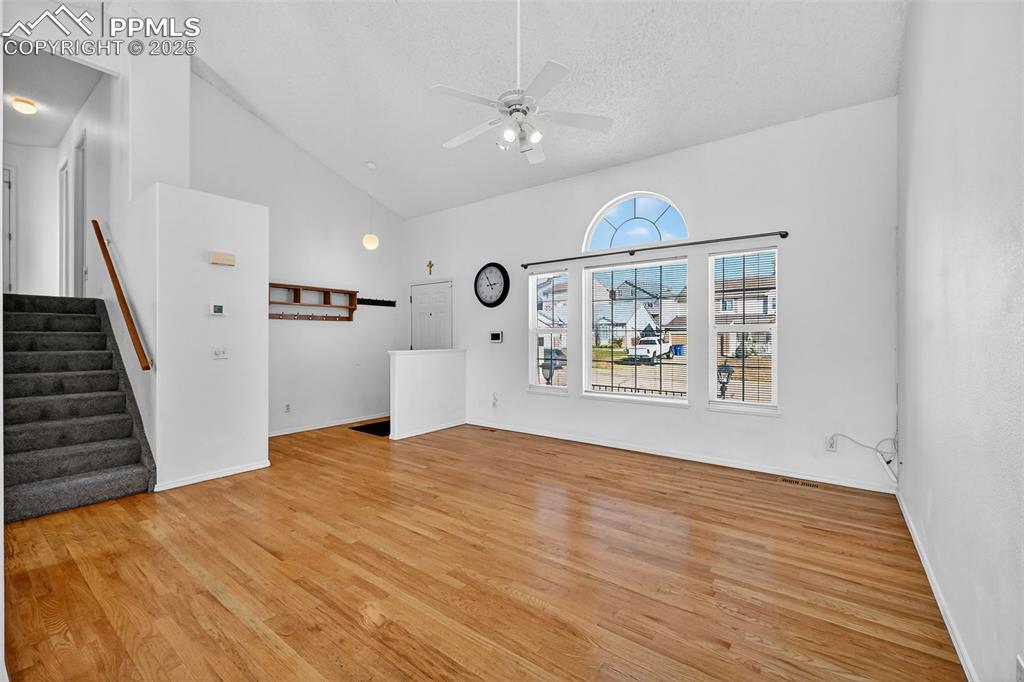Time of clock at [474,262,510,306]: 2:54
